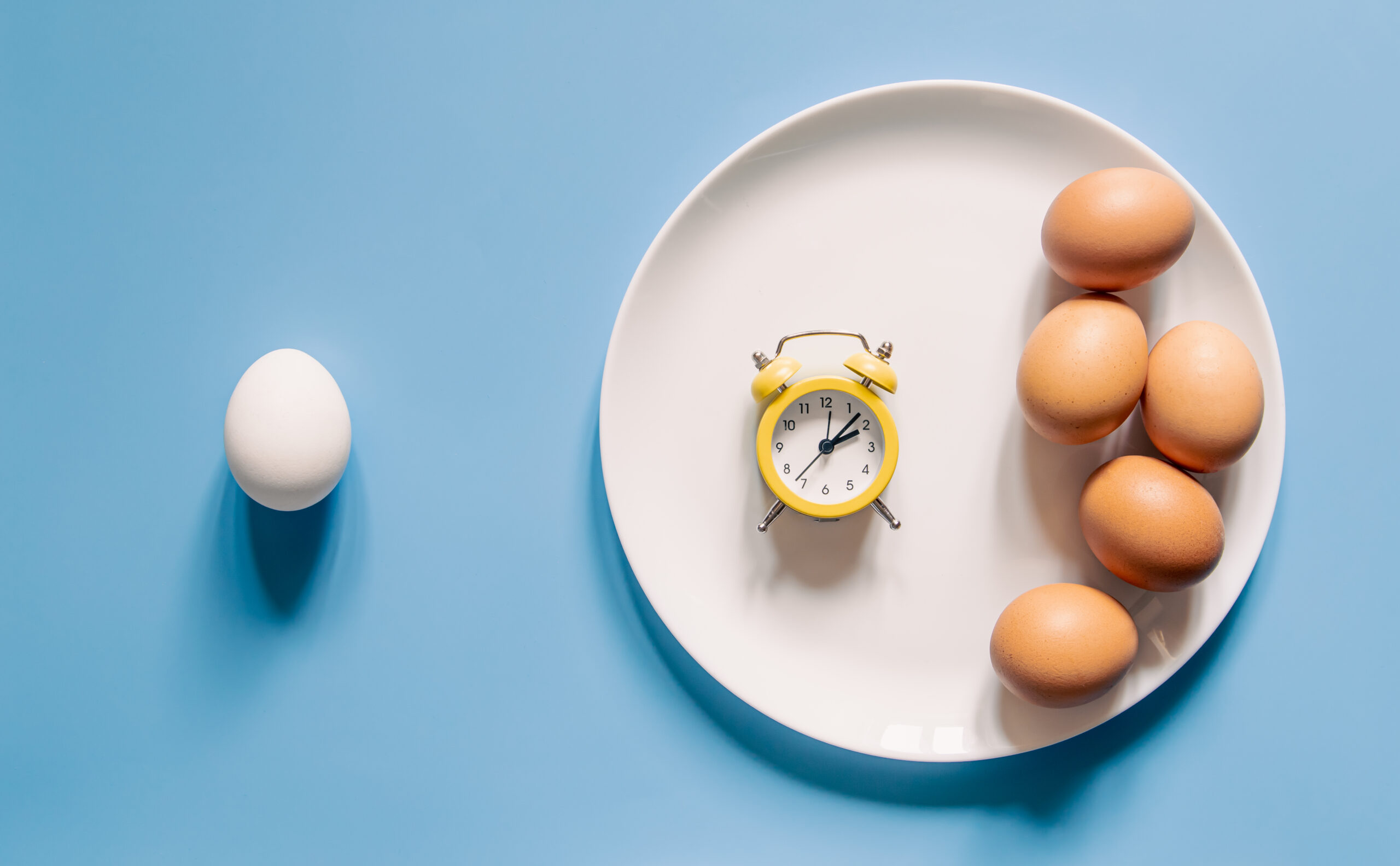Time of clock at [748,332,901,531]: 2:07
